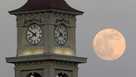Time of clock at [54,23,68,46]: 7:52
